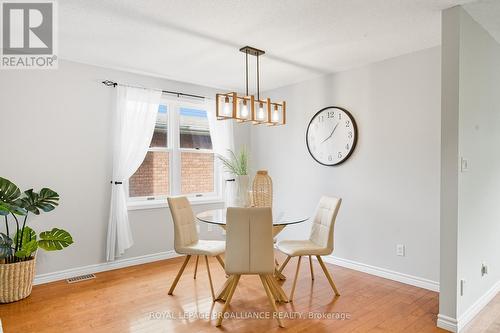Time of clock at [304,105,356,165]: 8:06
